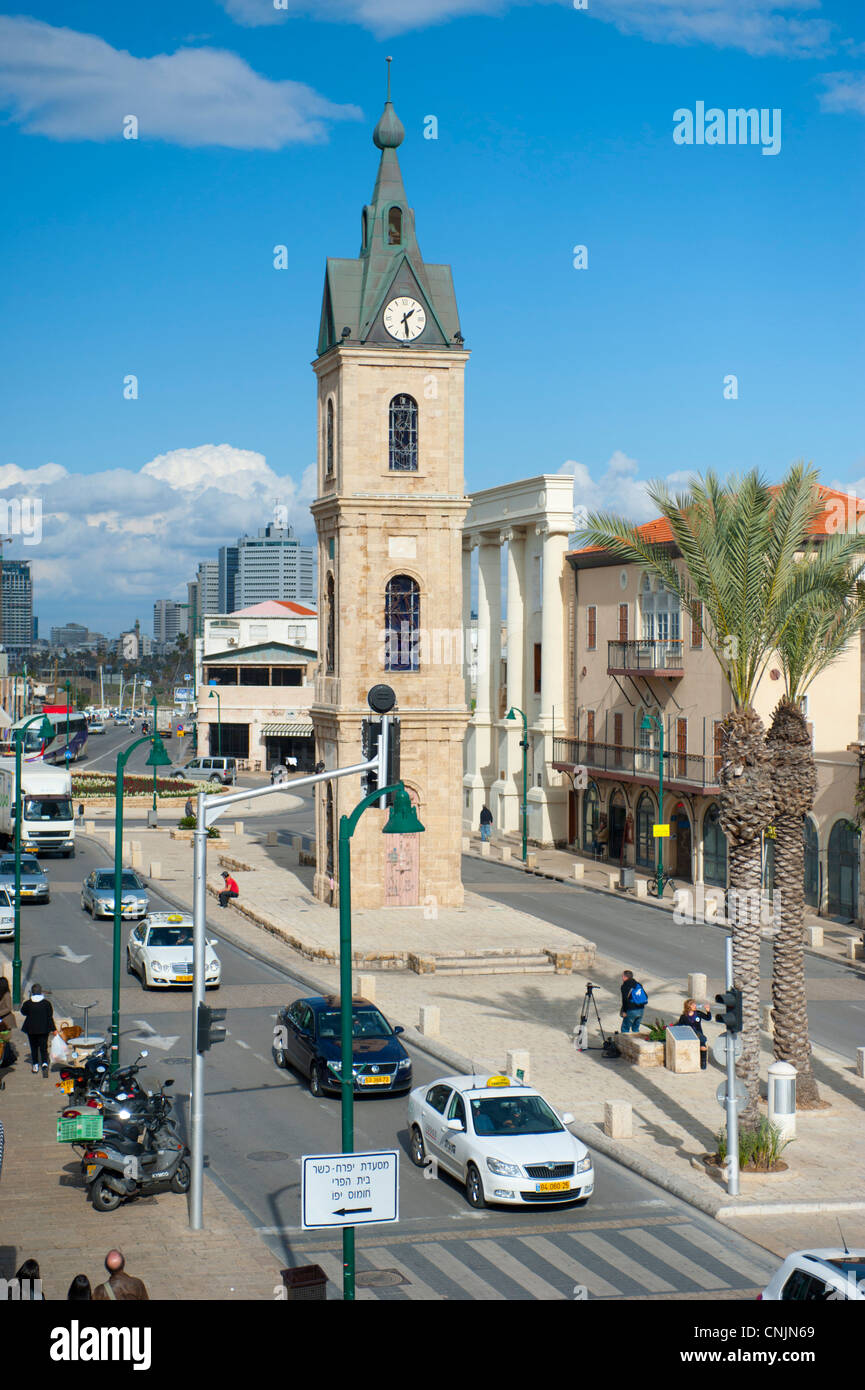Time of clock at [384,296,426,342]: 1:28
